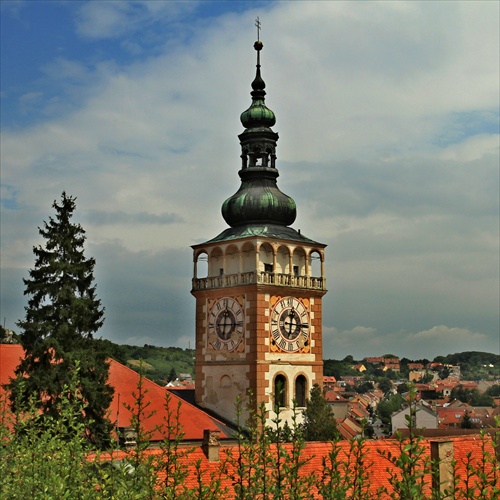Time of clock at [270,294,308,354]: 12:15
